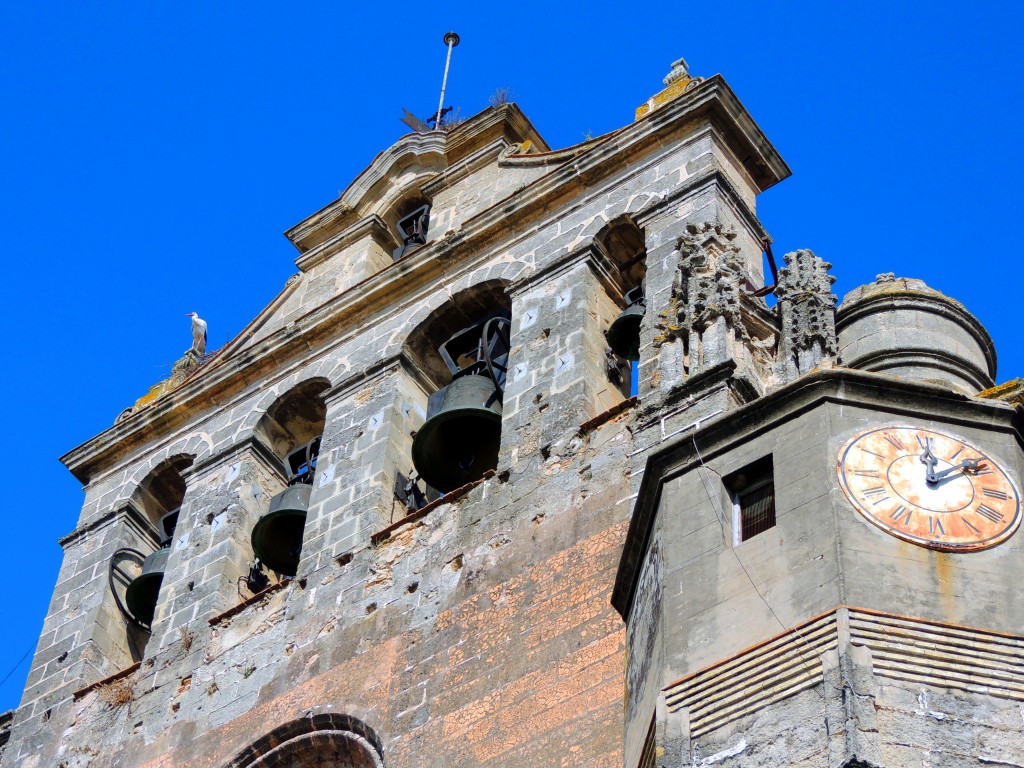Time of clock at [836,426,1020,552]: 12:08
